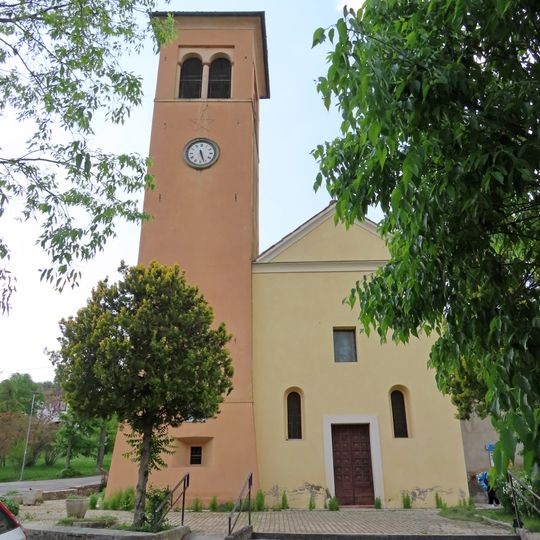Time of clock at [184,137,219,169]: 5:26
